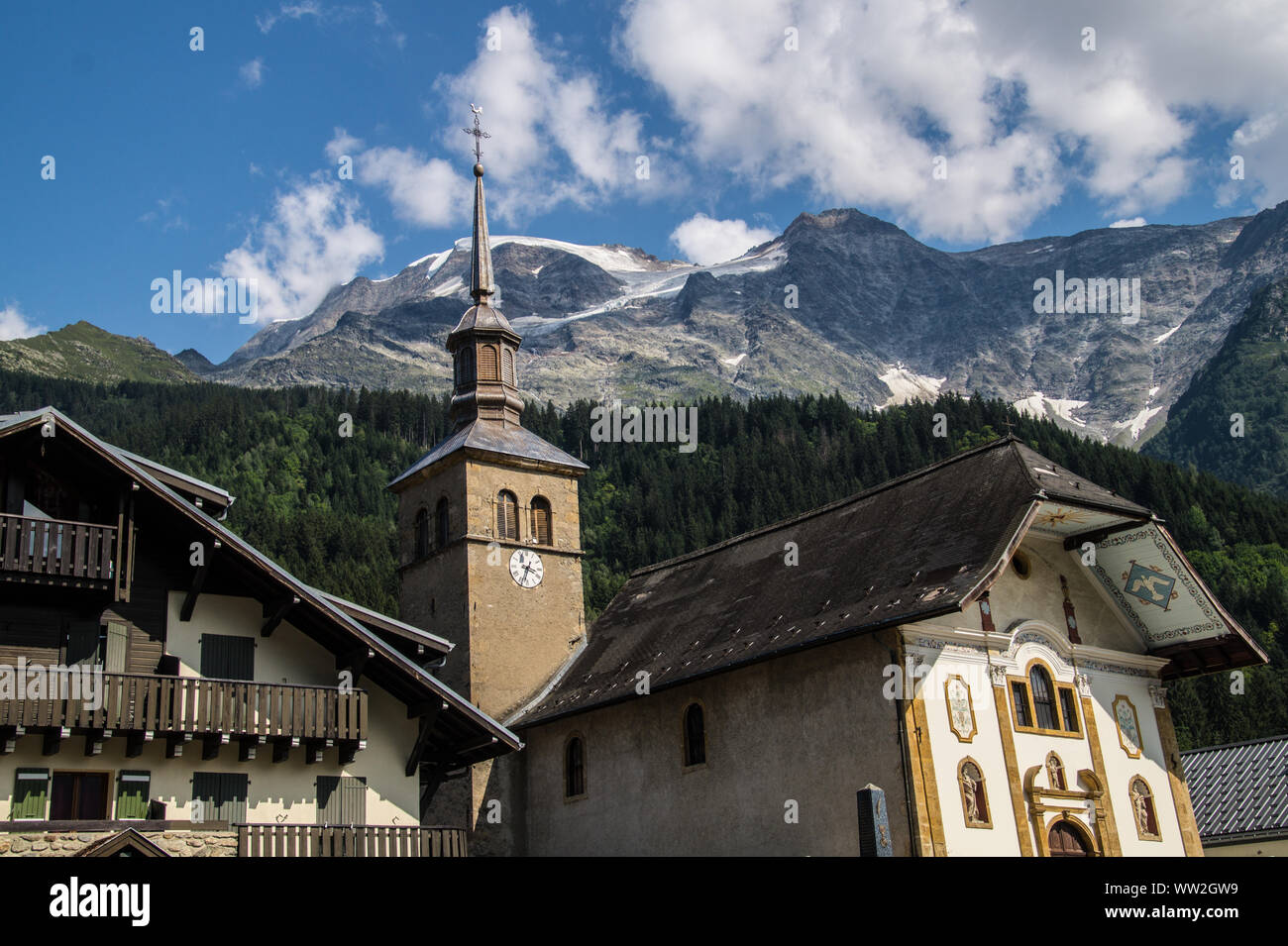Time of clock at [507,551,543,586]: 3:33
